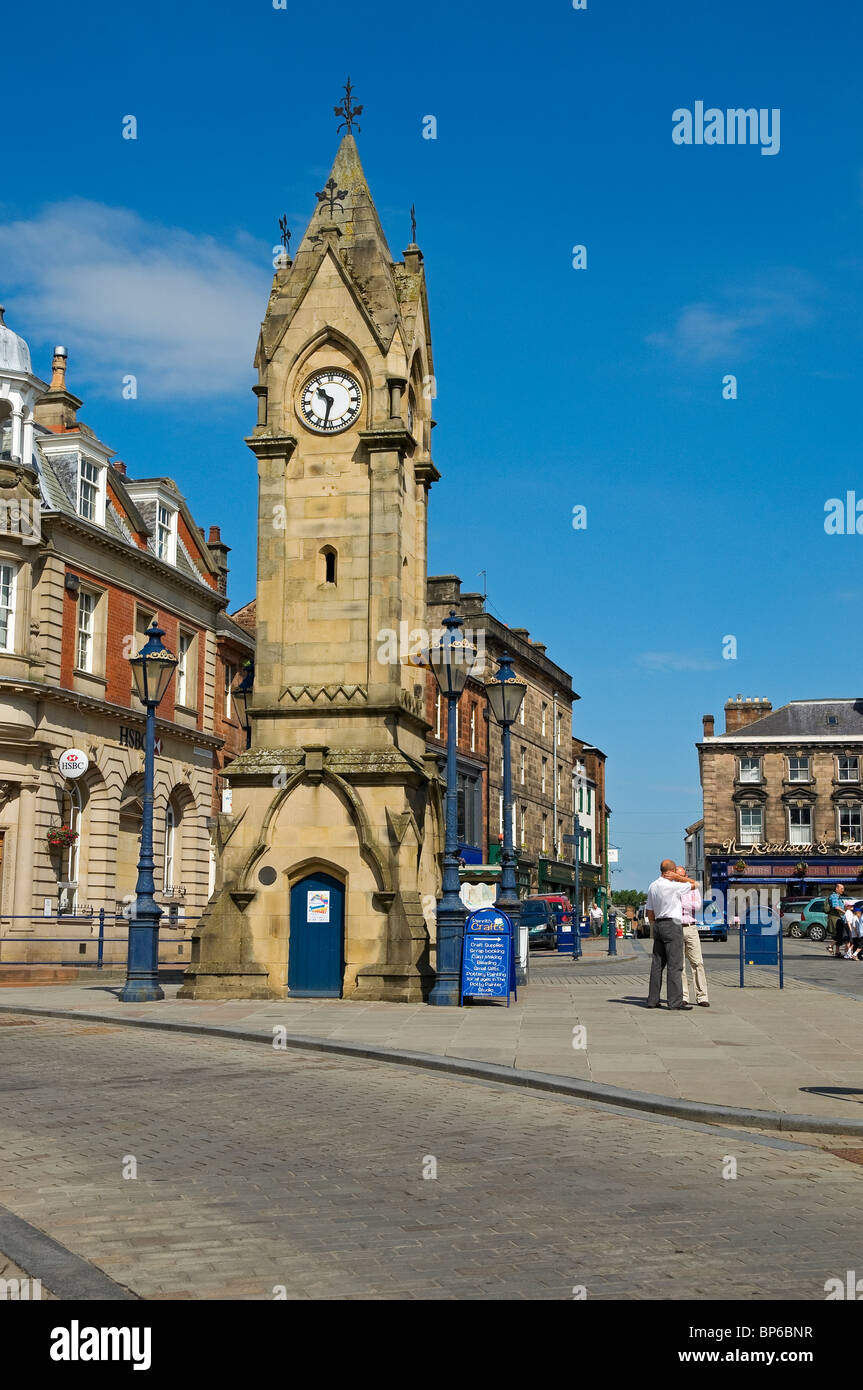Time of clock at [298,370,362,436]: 10:32
